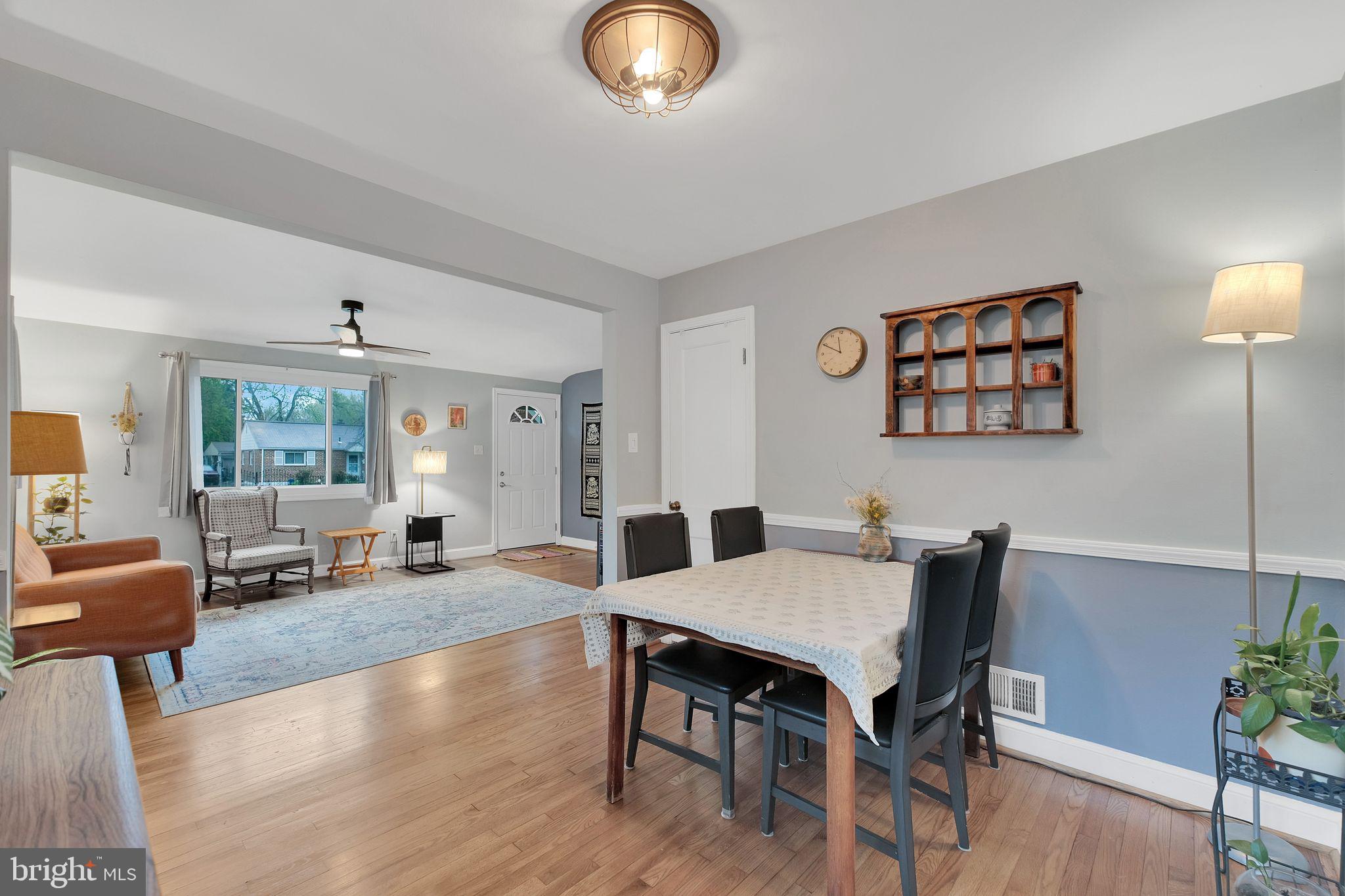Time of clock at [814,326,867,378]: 11:49
